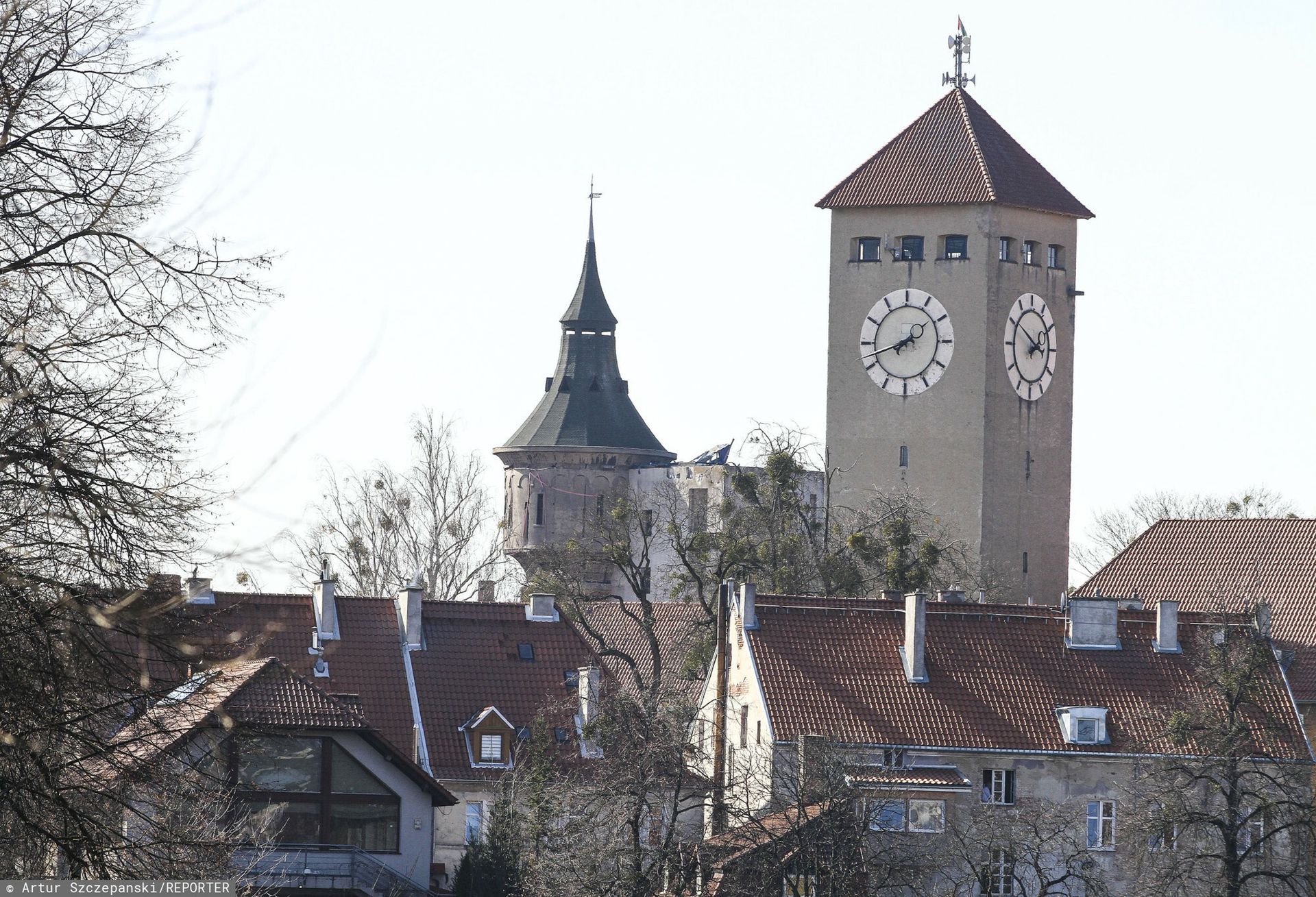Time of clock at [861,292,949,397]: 7:41
